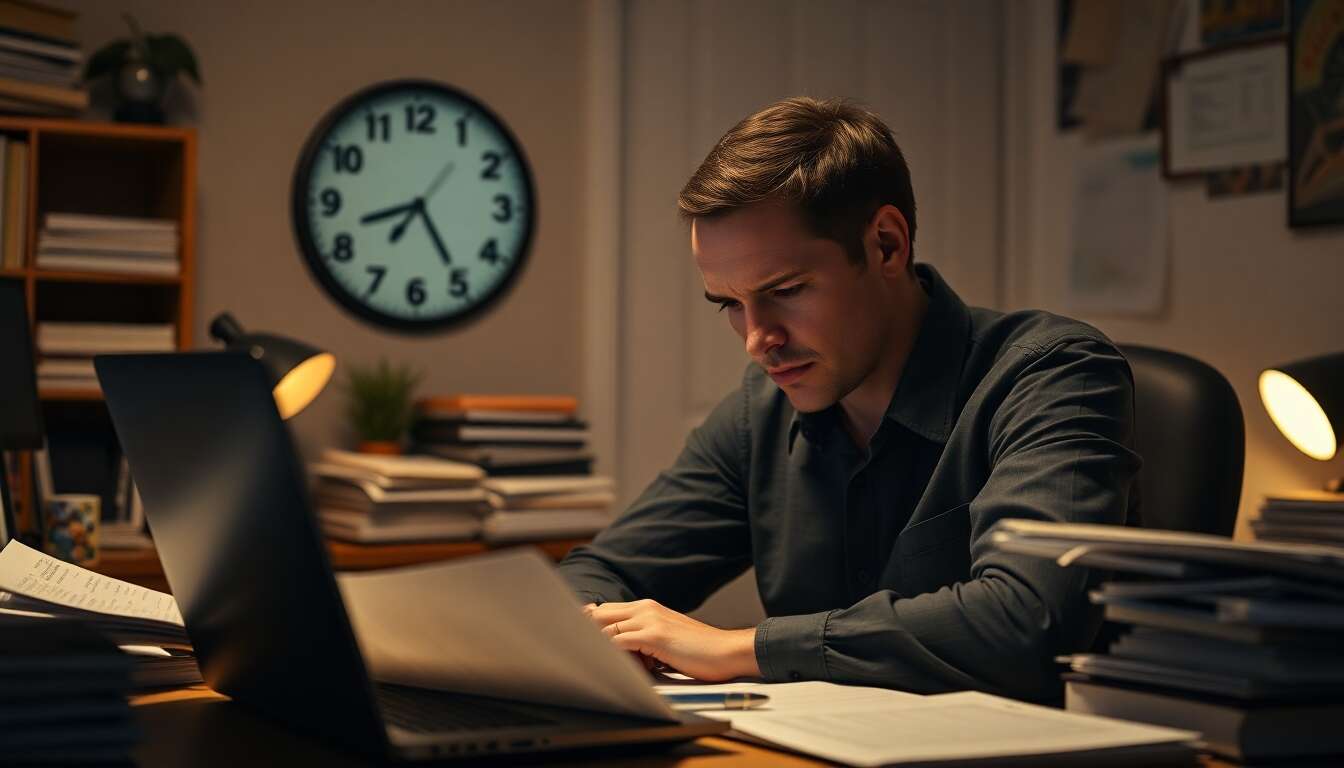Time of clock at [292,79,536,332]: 8:24
